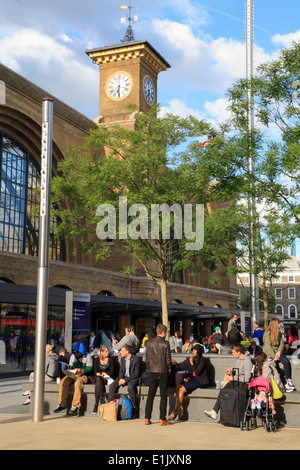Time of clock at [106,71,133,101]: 6:29
